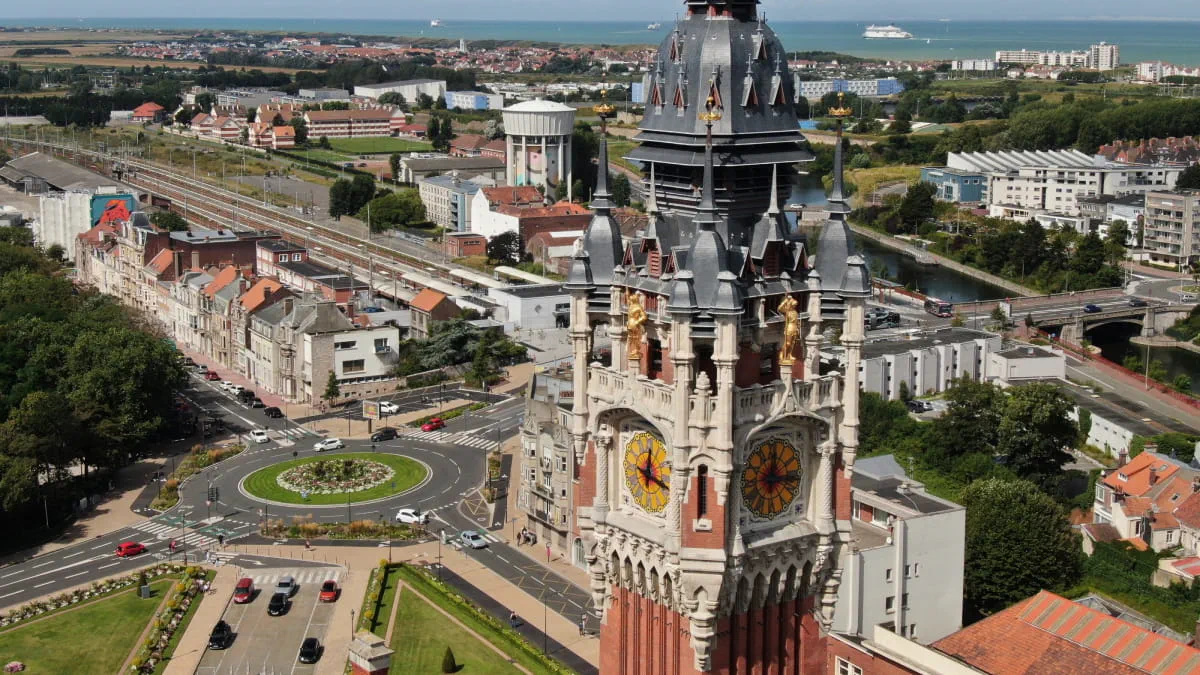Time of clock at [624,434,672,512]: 12:18
